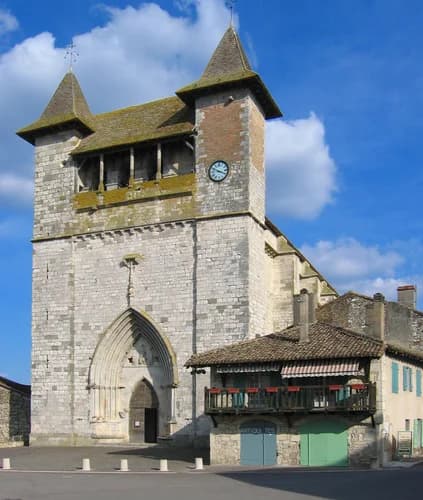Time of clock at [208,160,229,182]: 3:49
